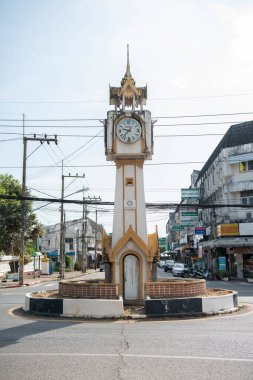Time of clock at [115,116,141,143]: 9:37
